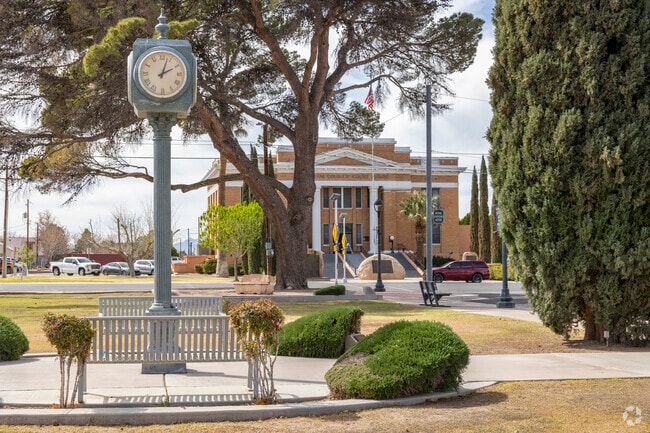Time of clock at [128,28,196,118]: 2:02
